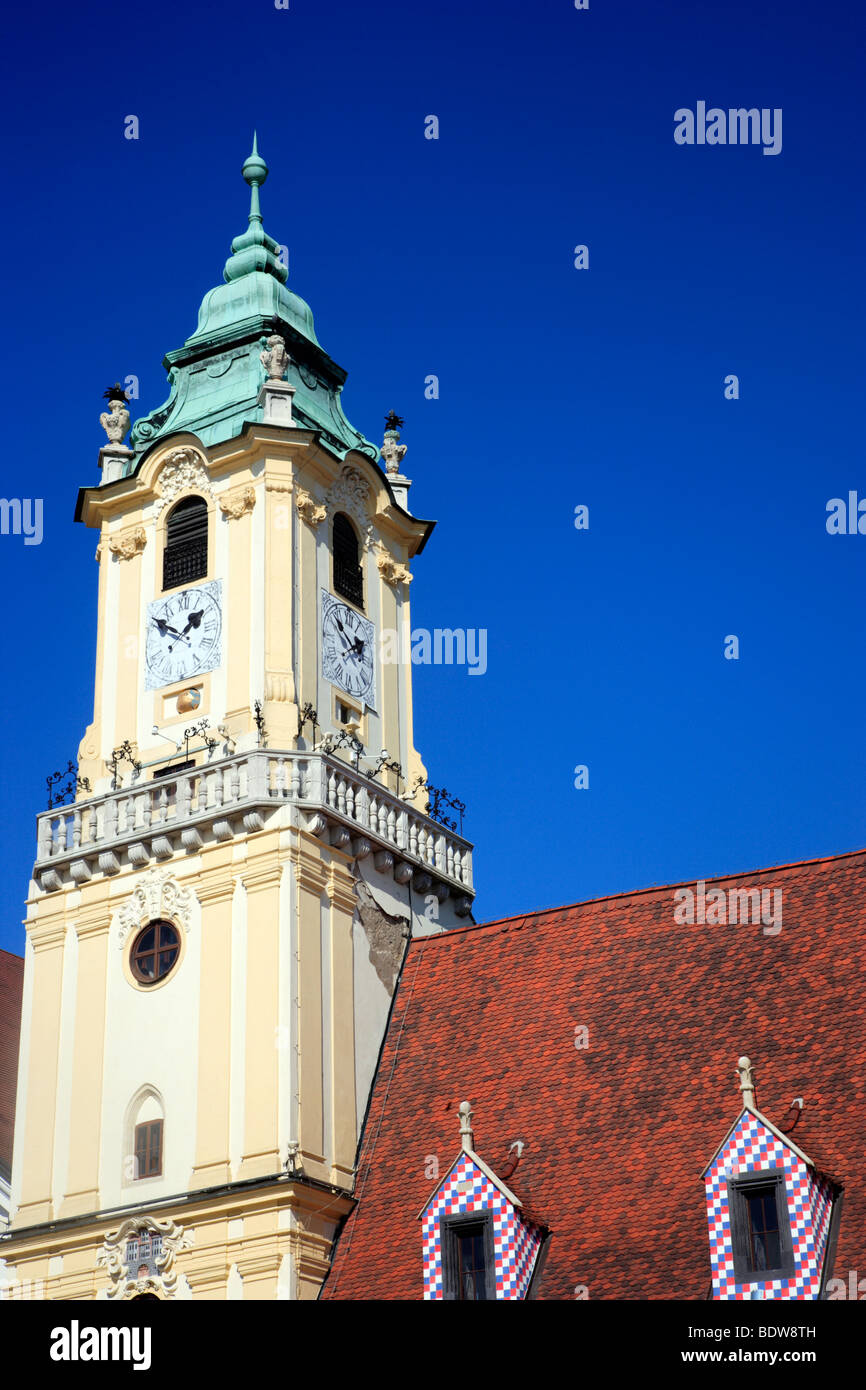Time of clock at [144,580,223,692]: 1:50
